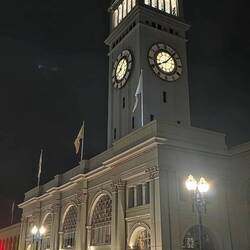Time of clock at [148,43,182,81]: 8:07
